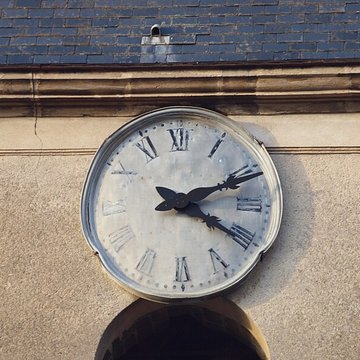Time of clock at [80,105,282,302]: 4:11
